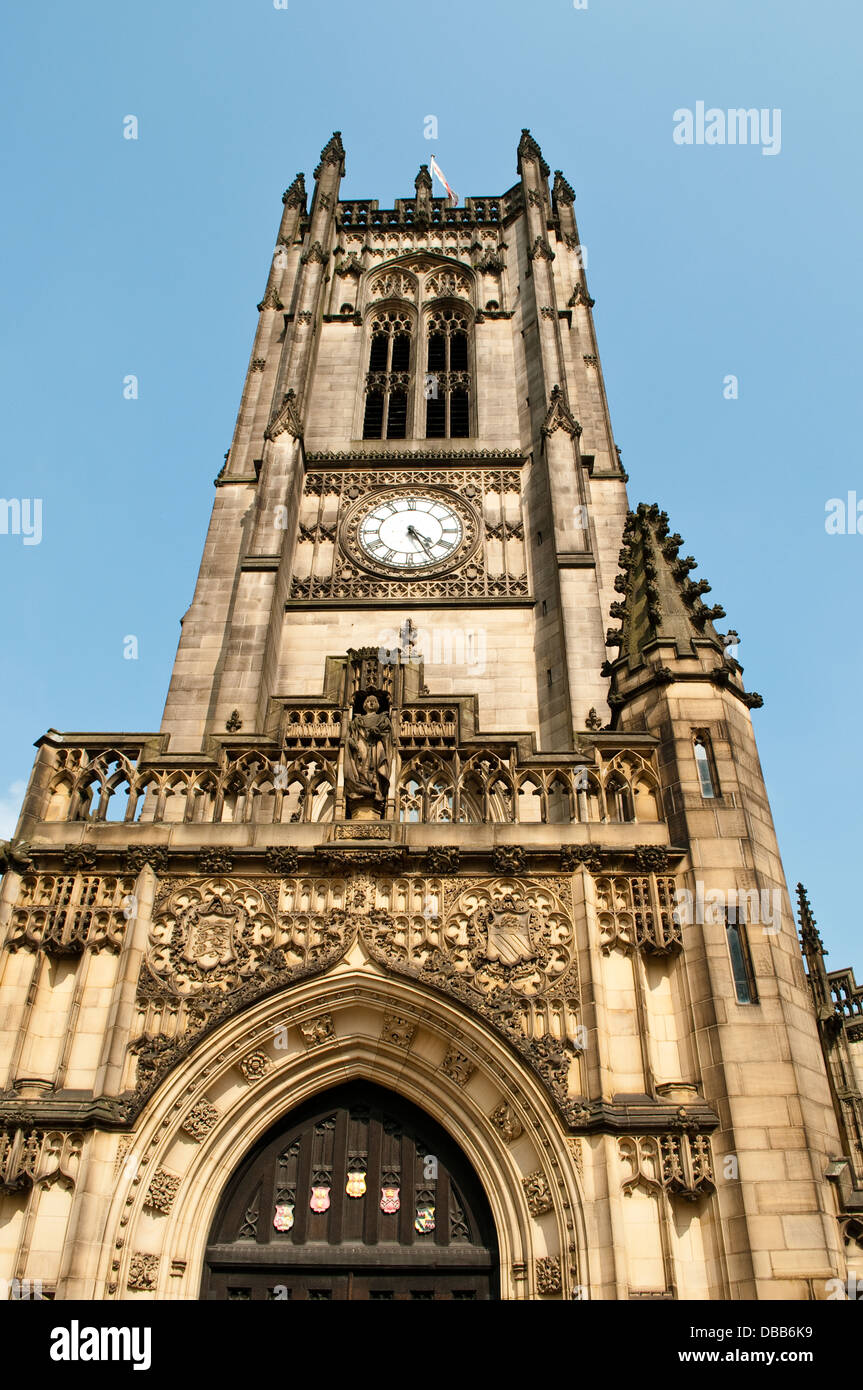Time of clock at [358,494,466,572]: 4:25
